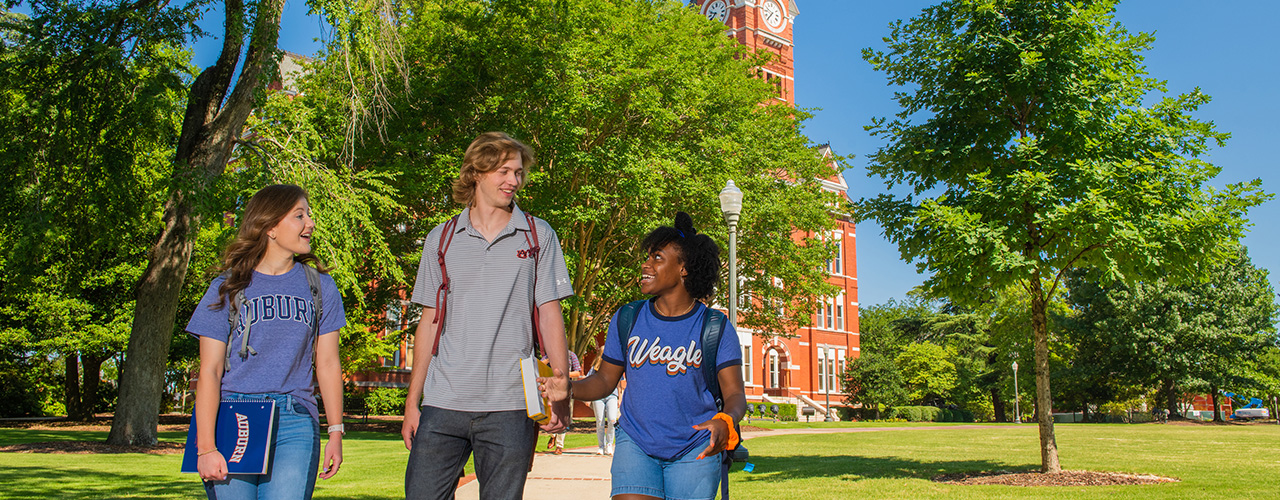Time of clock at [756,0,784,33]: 9:36
